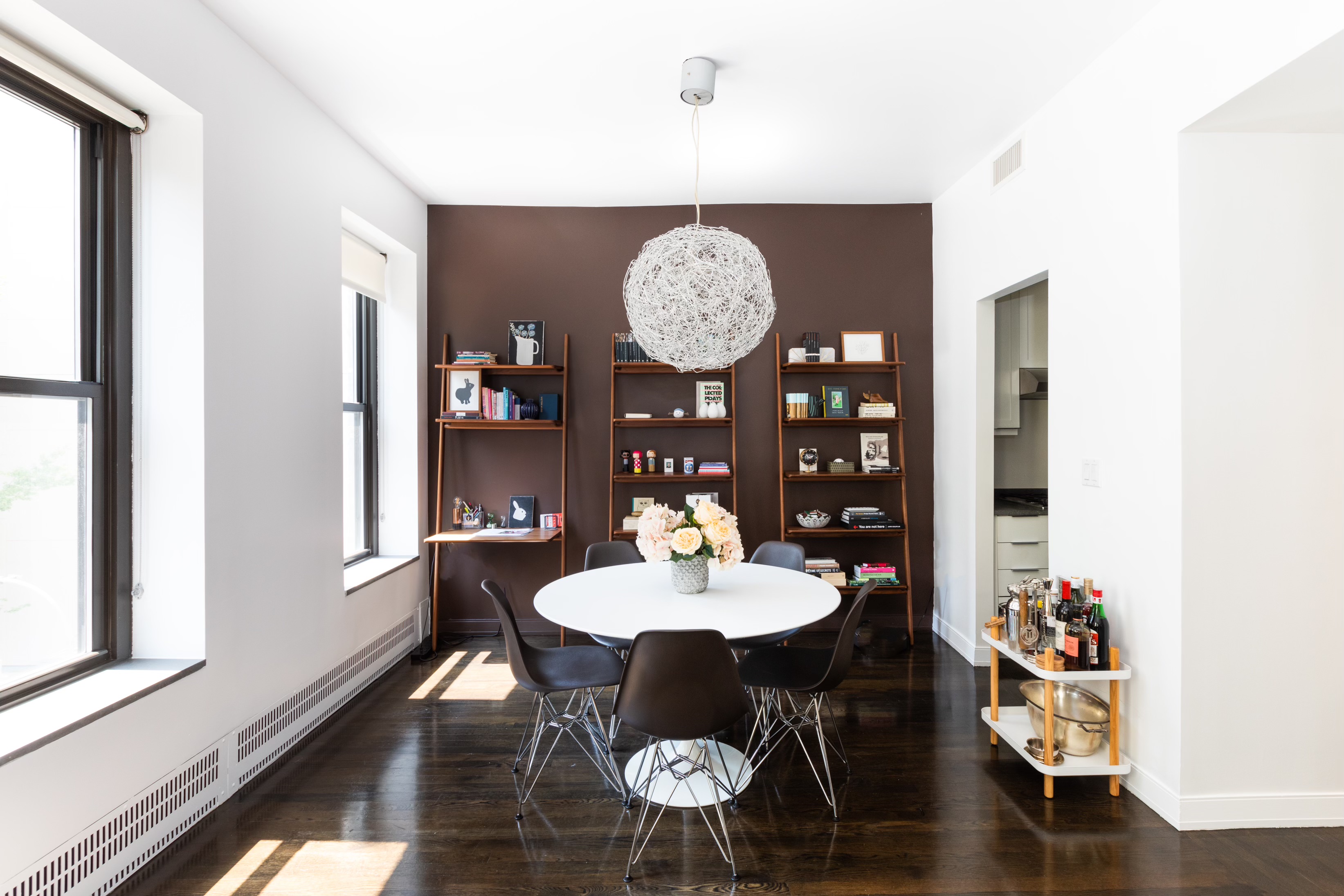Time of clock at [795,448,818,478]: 1:50
